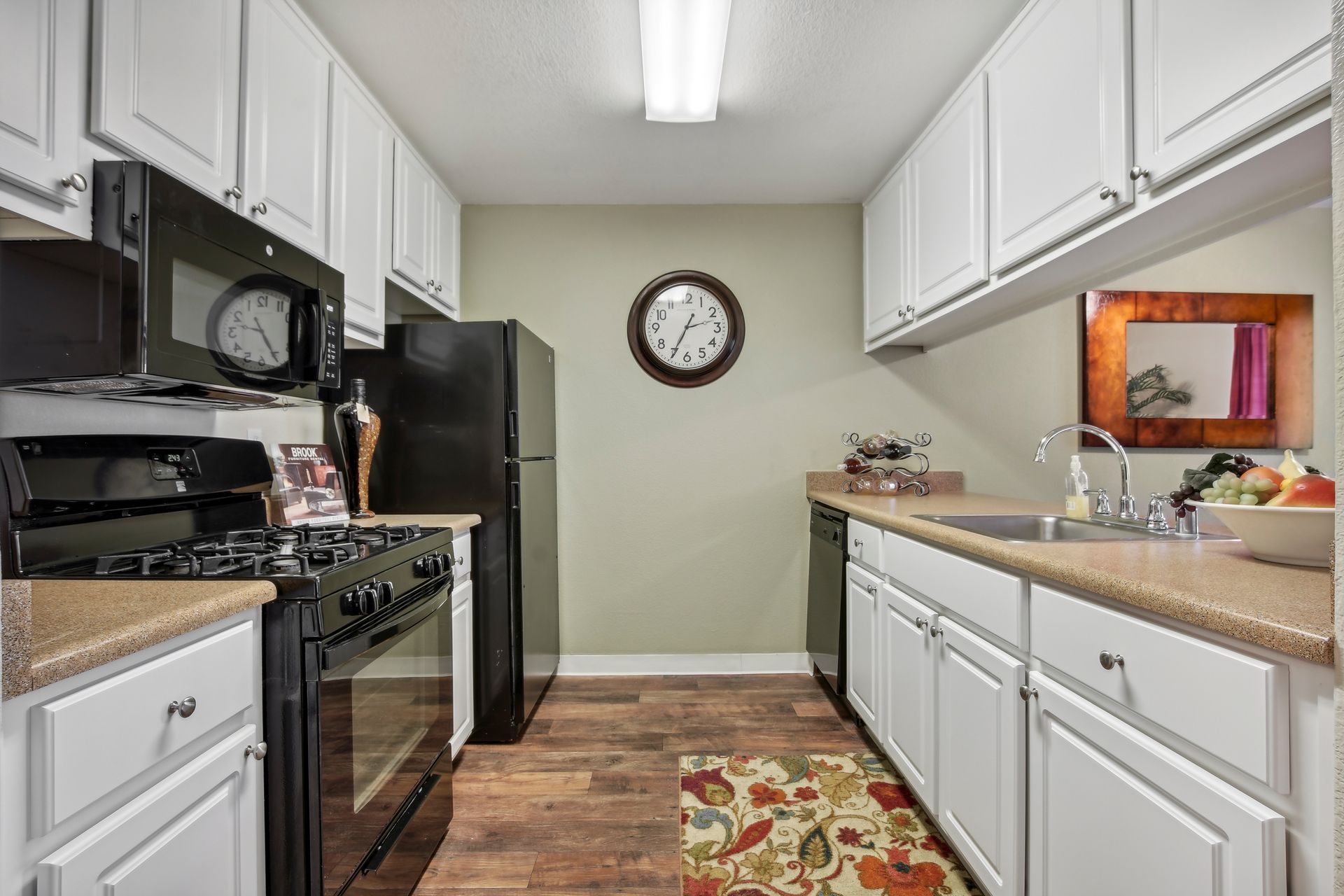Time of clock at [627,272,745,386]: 2:34
